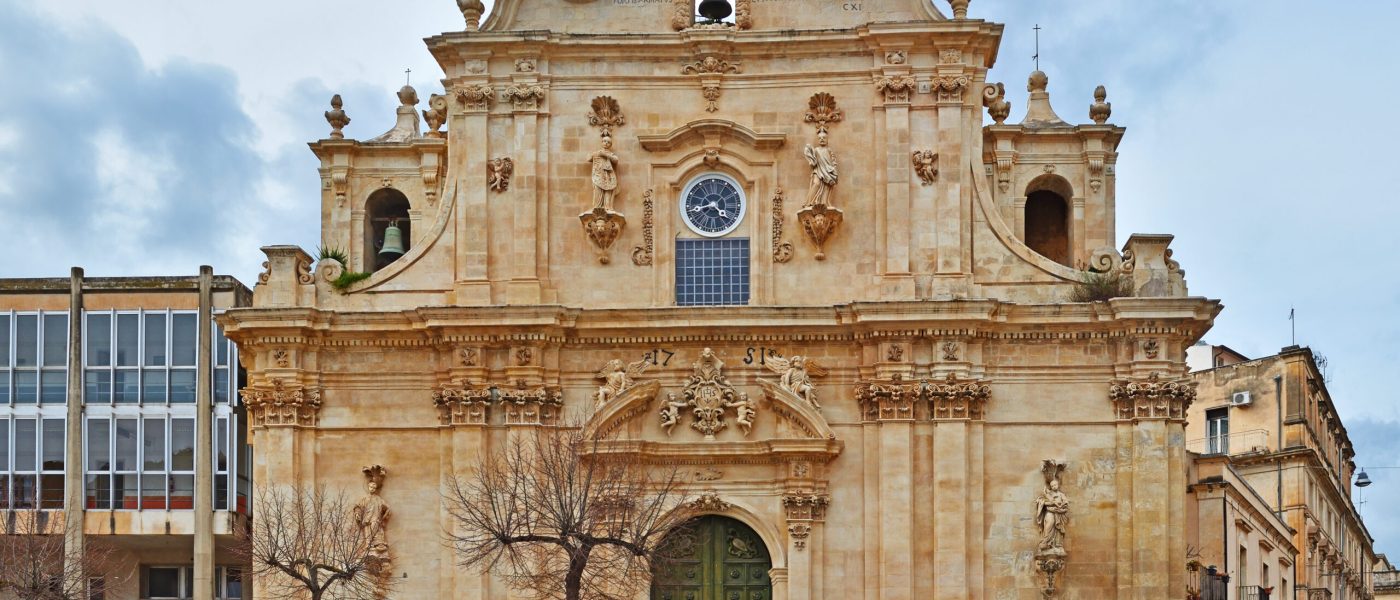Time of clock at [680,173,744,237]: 4:42
